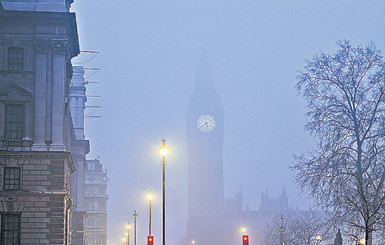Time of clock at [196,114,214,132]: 5:38
